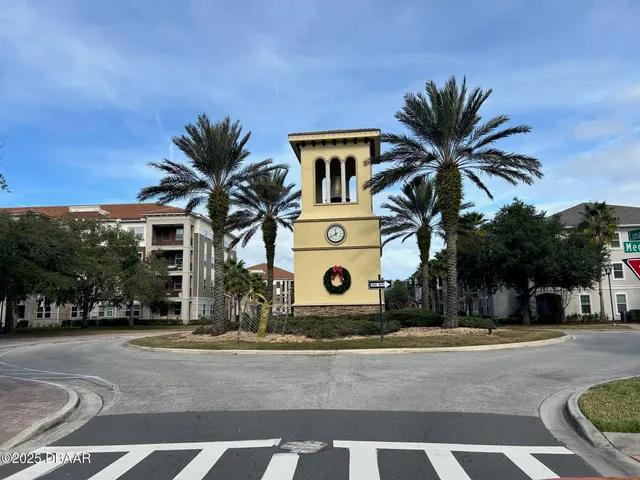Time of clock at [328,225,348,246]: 11:40
